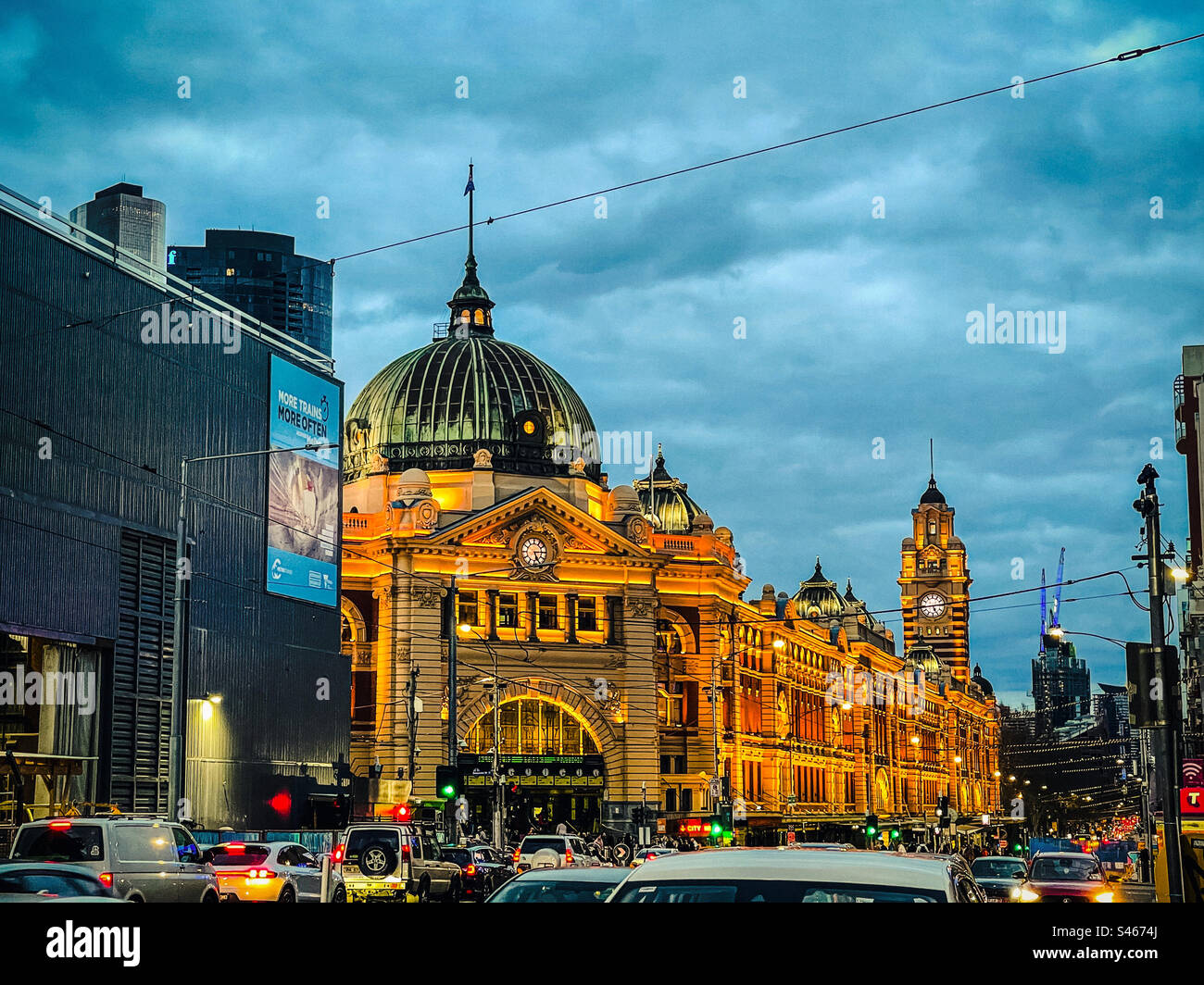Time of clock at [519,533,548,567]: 5:14
